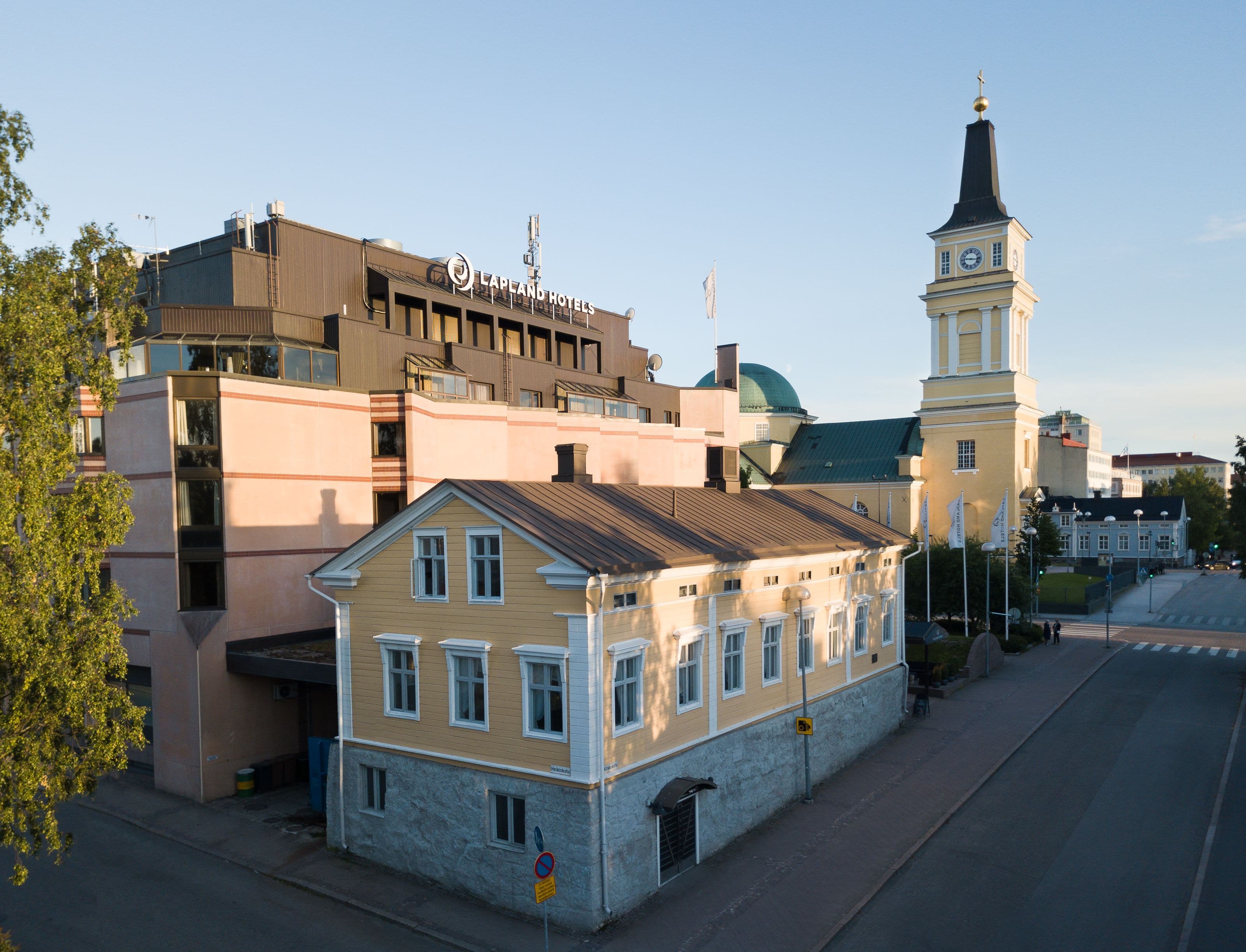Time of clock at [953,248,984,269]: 9:16
